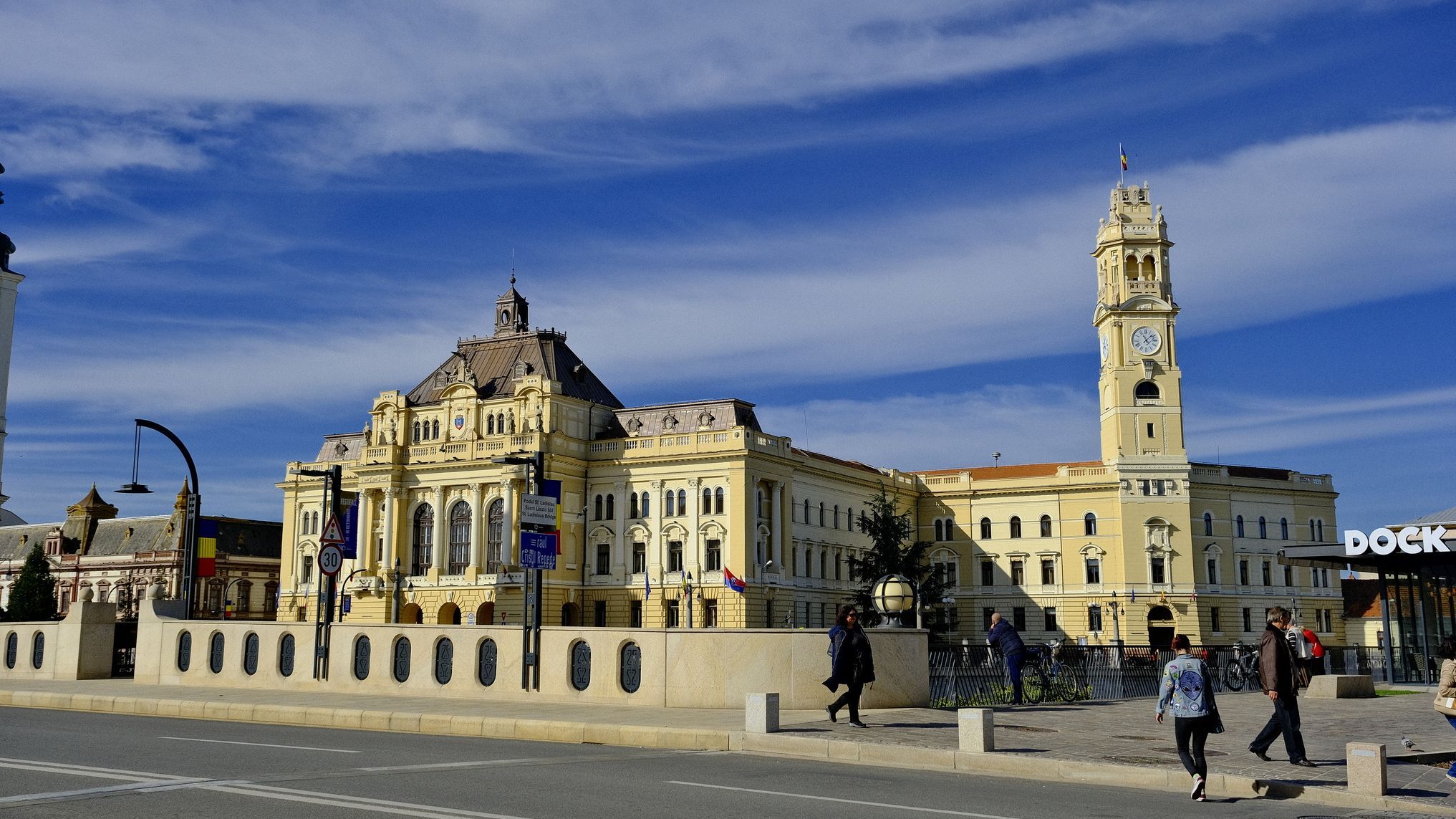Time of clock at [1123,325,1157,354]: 11:07
